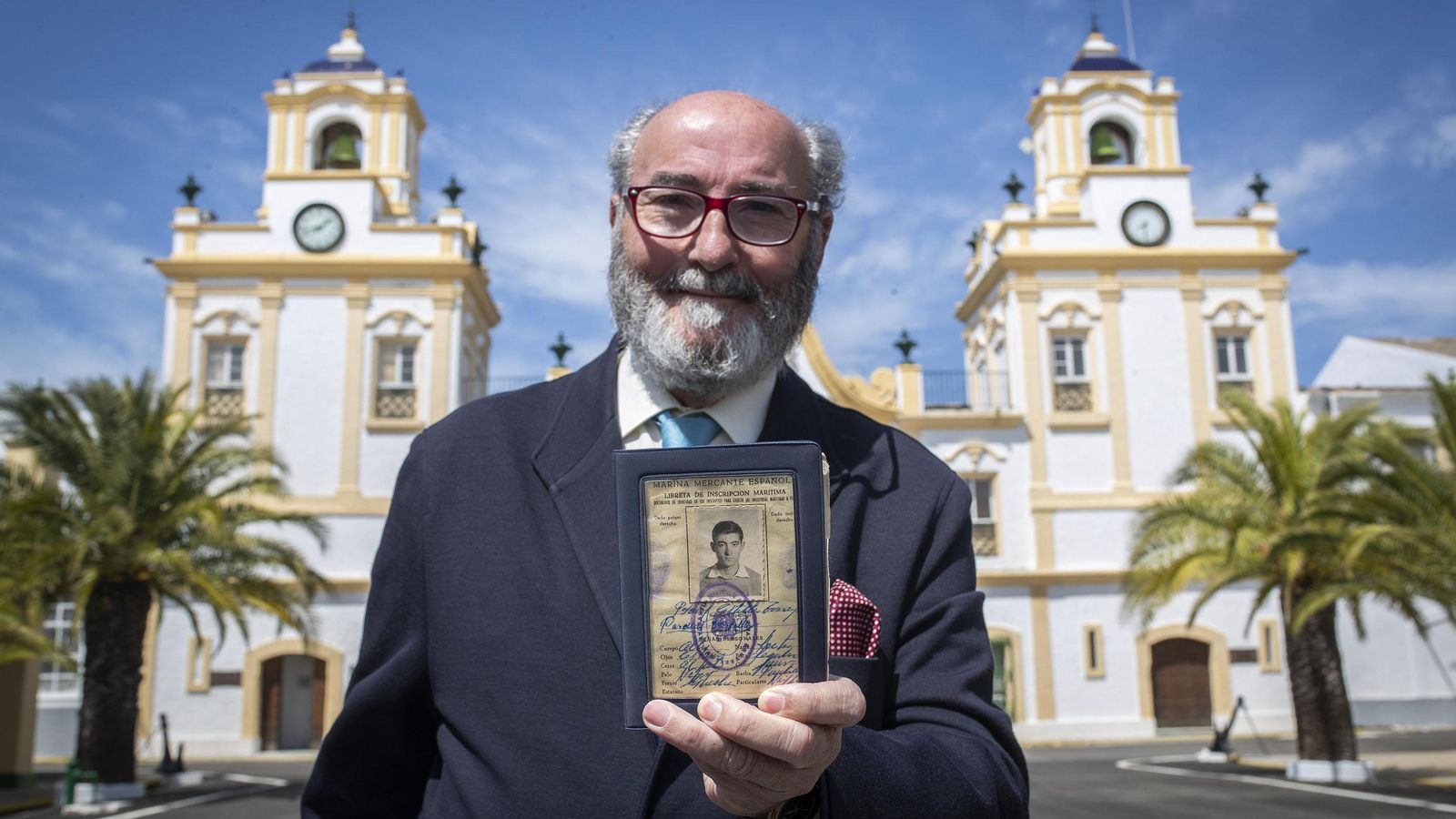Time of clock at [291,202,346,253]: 1:42
